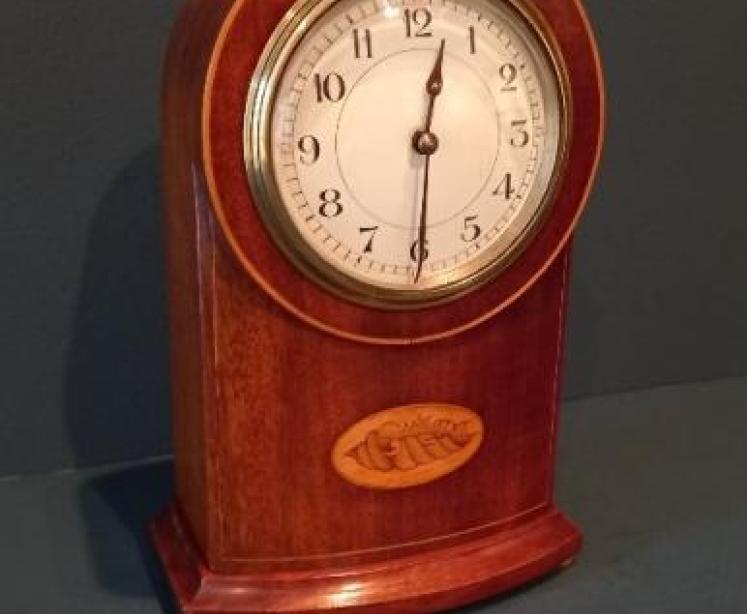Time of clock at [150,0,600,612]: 12:30
